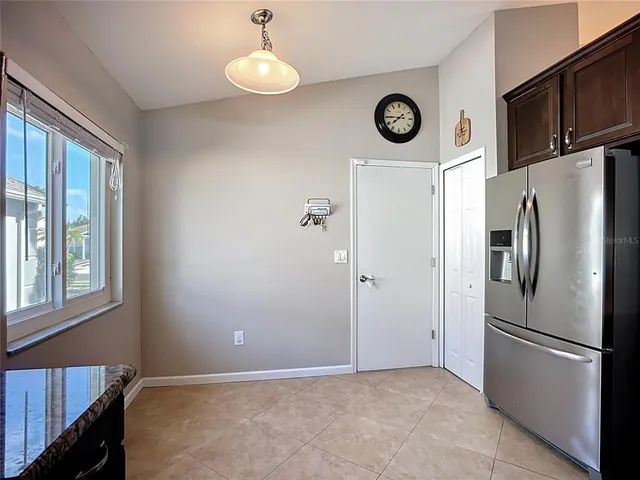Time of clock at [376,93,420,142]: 7:44
